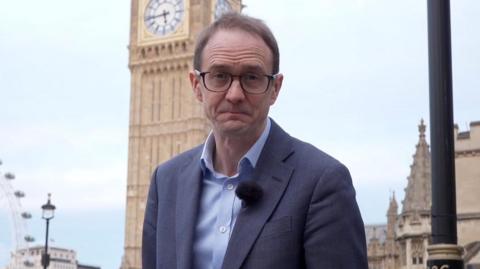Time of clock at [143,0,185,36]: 5:43
